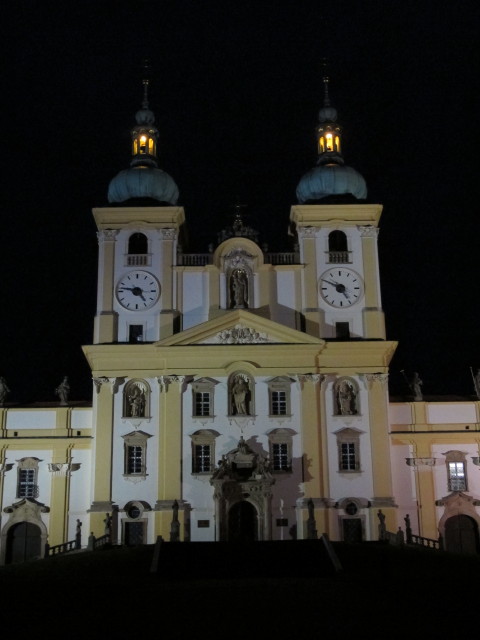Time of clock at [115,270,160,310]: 4:46
